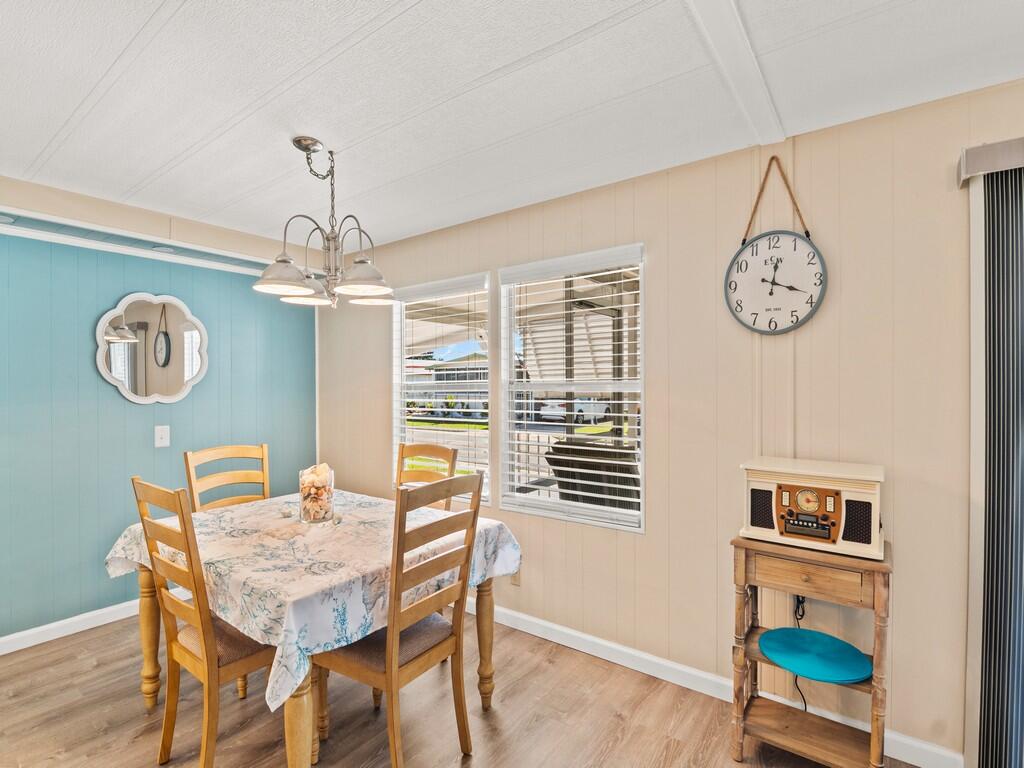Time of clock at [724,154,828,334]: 12:18
